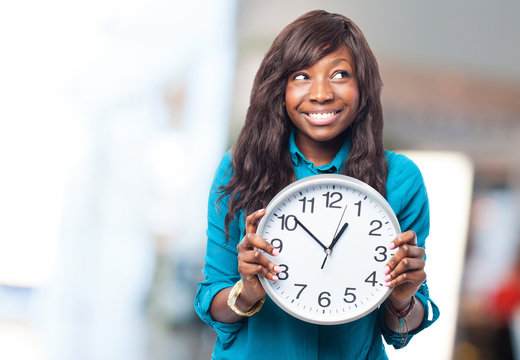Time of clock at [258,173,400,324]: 12:51
